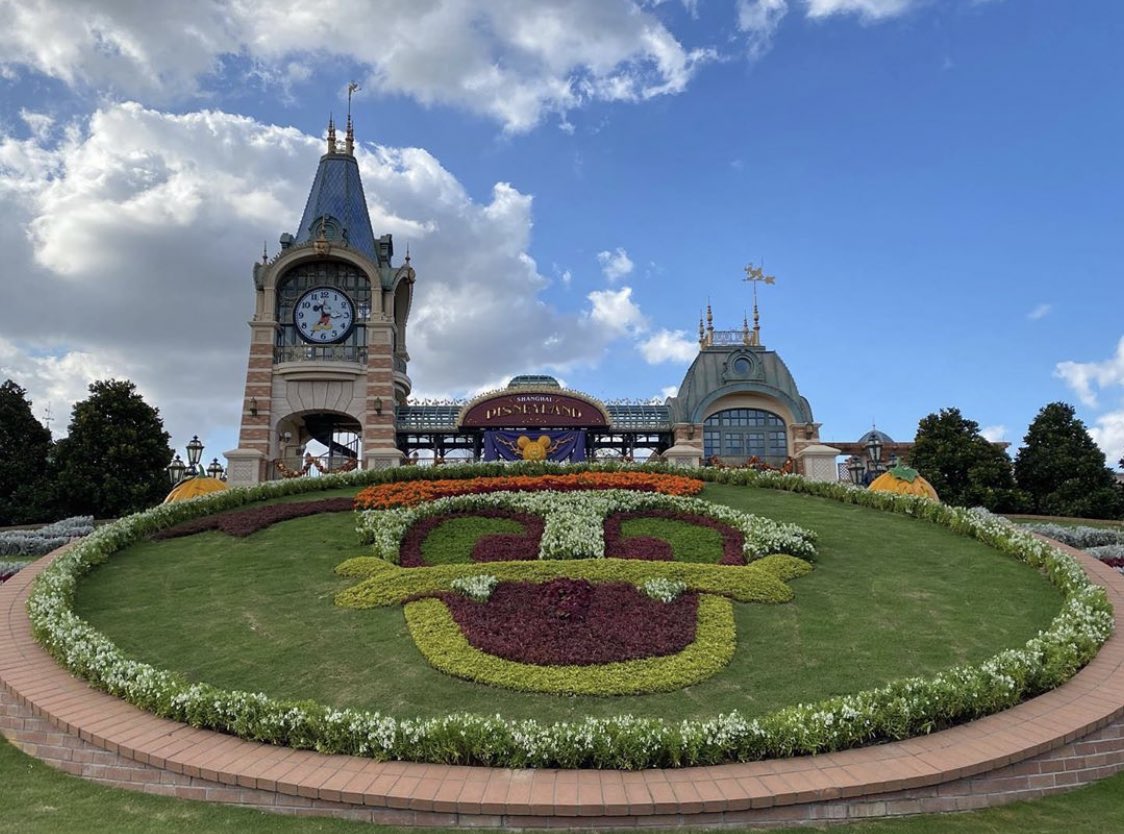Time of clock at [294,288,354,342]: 11:35
